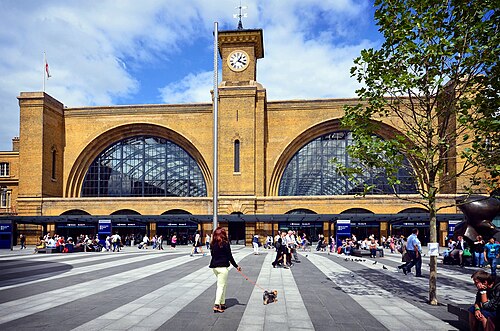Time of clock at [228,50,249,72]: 1:18
